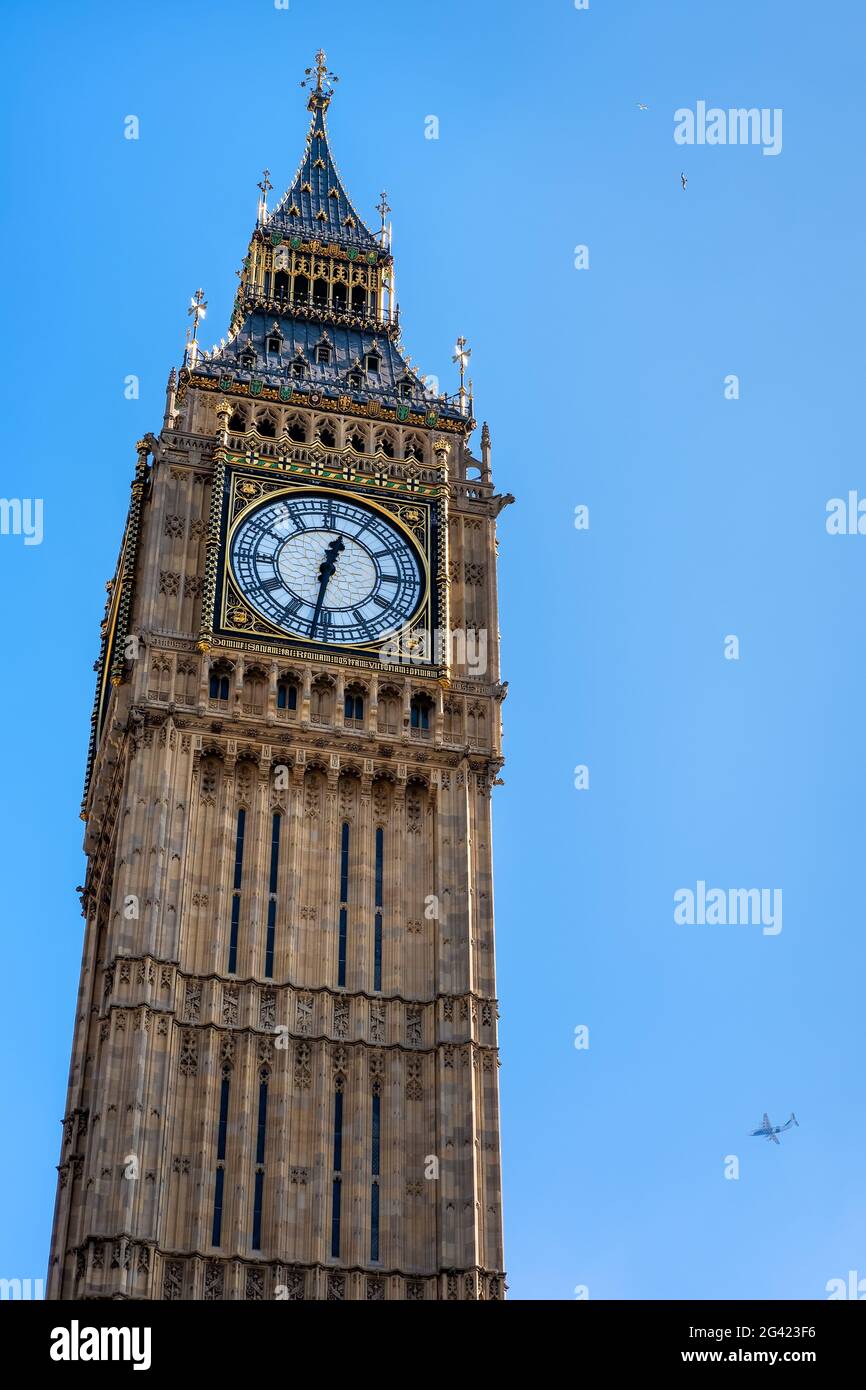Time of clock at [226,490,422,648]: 12:31
